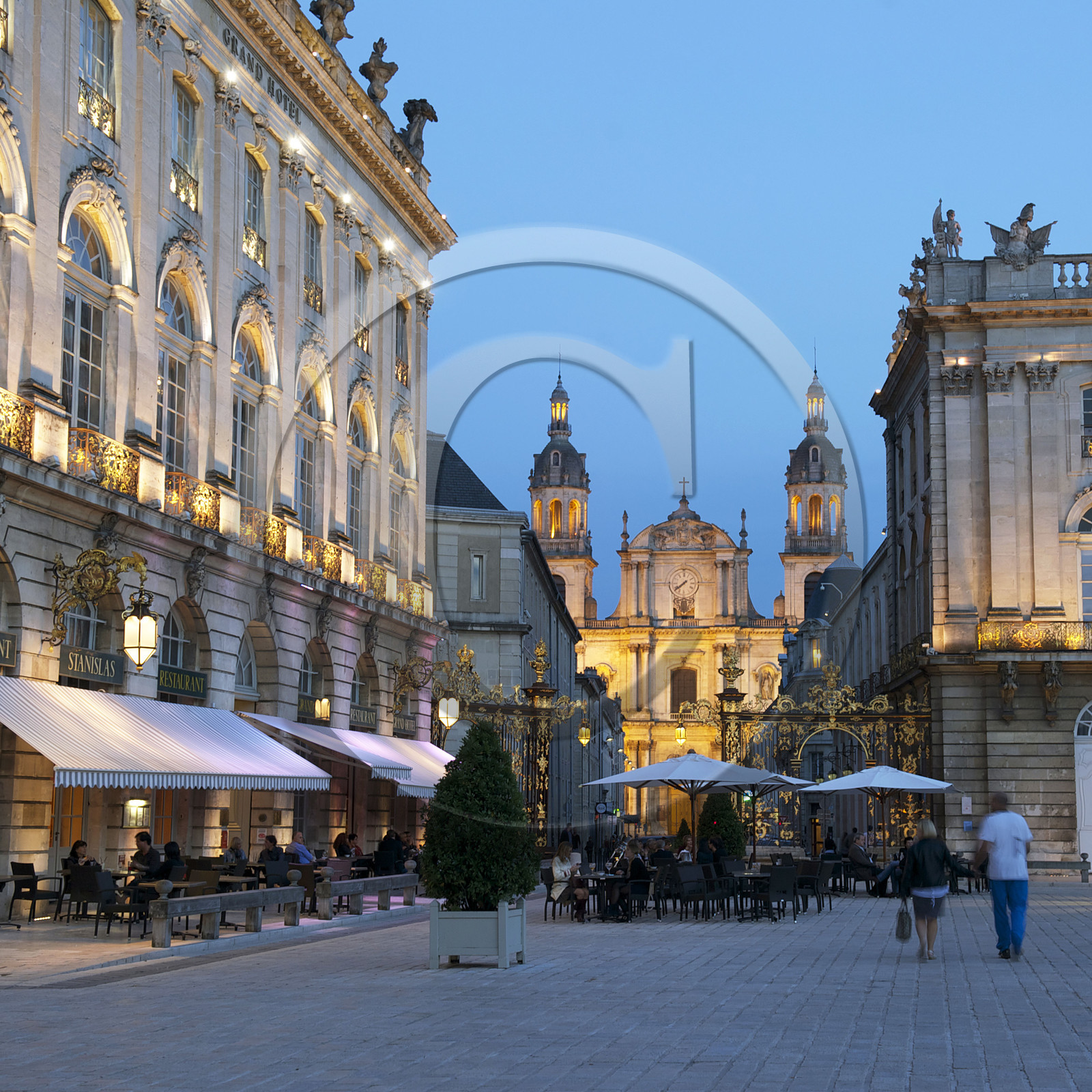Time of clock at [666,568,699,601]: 7:38
